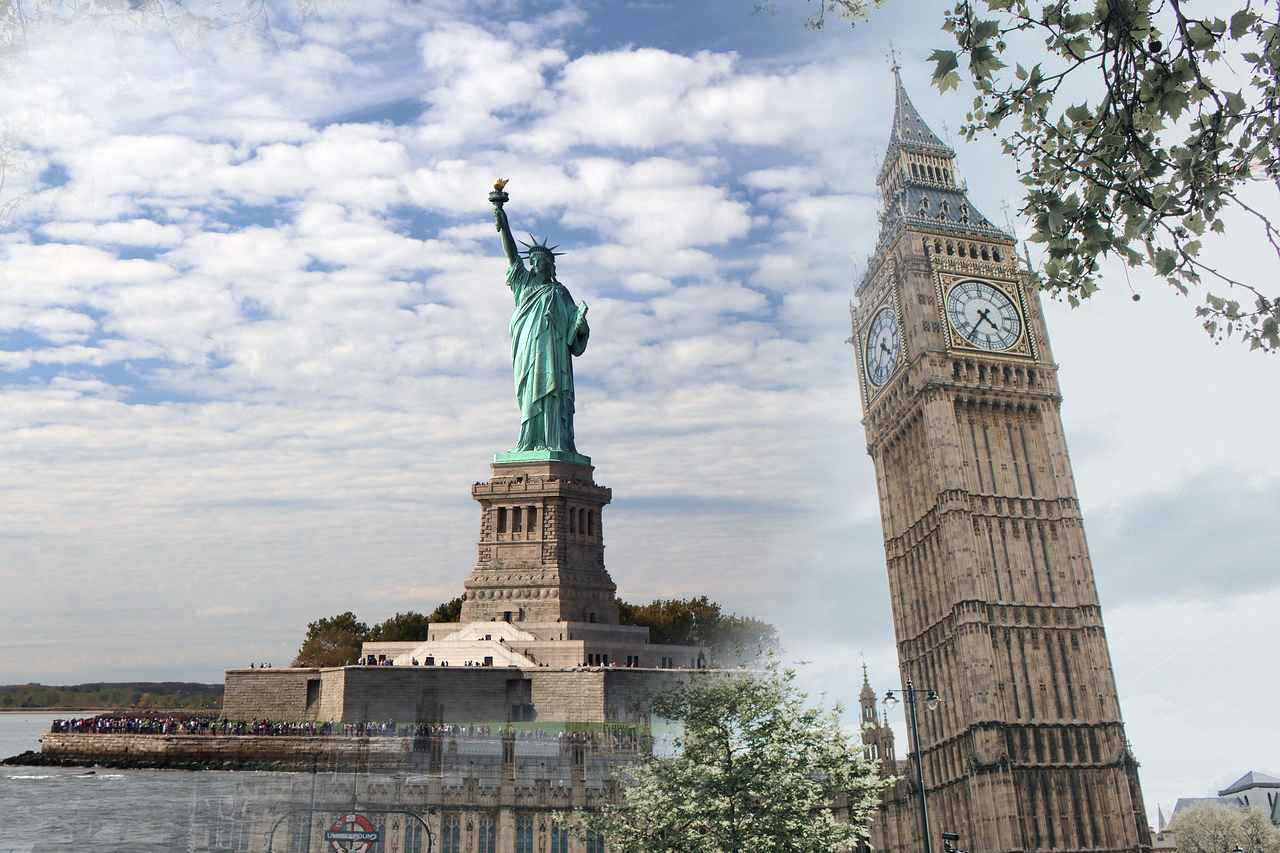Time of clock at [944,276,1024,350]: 4:36
